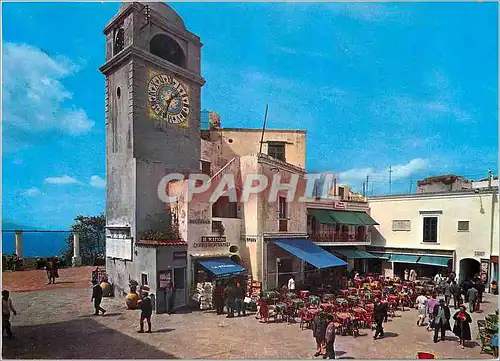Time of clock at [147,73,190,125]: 1:33
